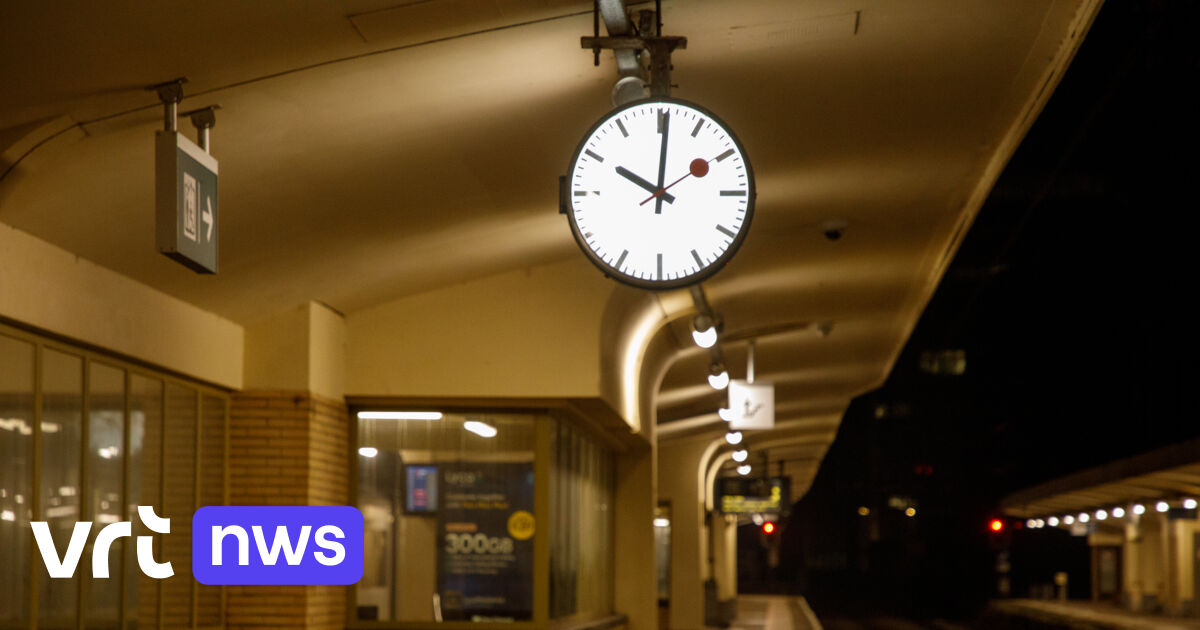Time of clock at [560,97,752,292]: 10:00
